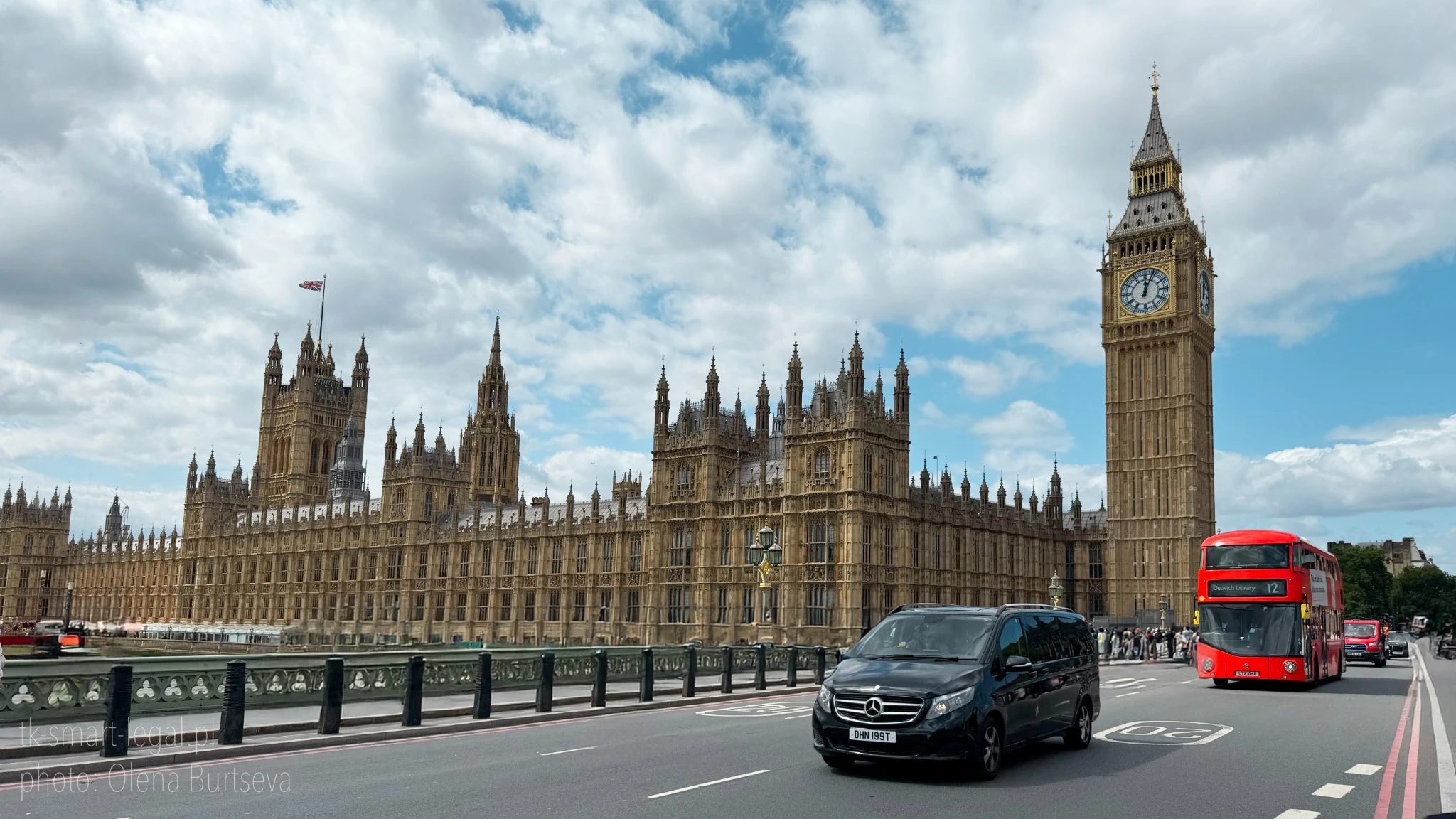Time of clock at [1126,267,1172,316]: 12:04
